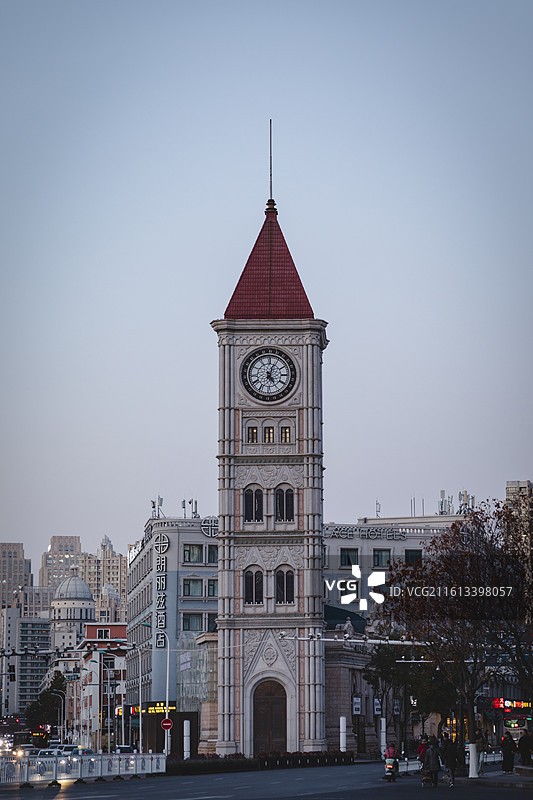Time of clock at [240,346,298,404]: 5:03
